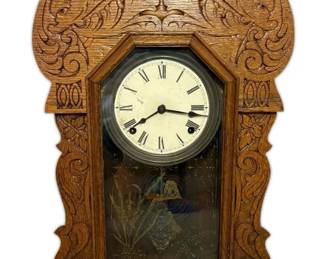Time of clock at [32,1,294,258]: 8:16
